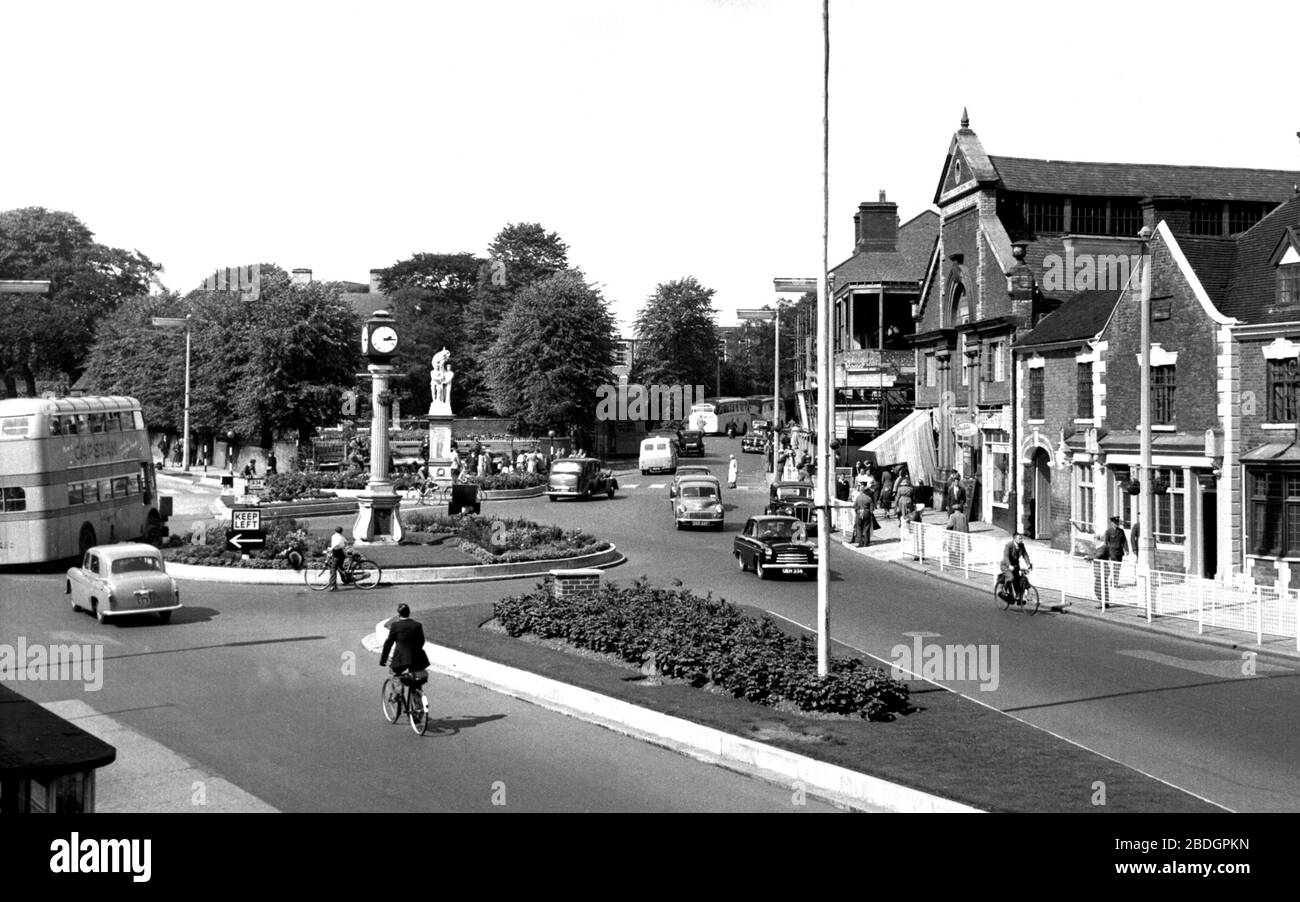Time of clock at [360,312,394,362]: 2:15
